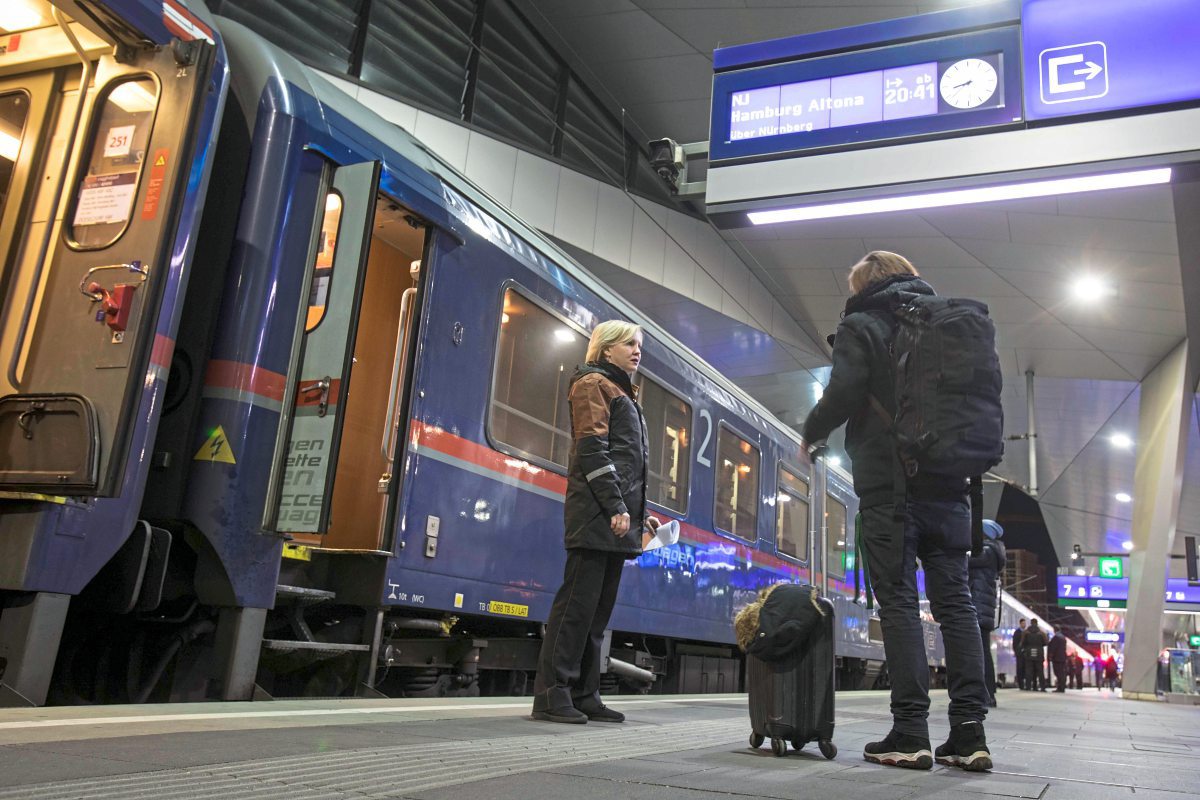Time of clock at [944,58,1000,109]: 8:38
